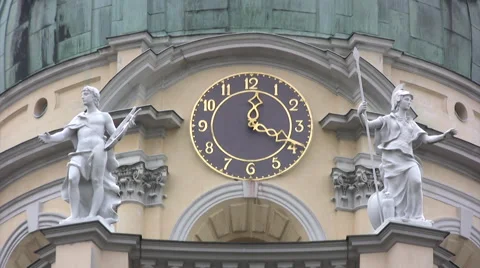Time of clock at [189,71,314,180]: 12:19
